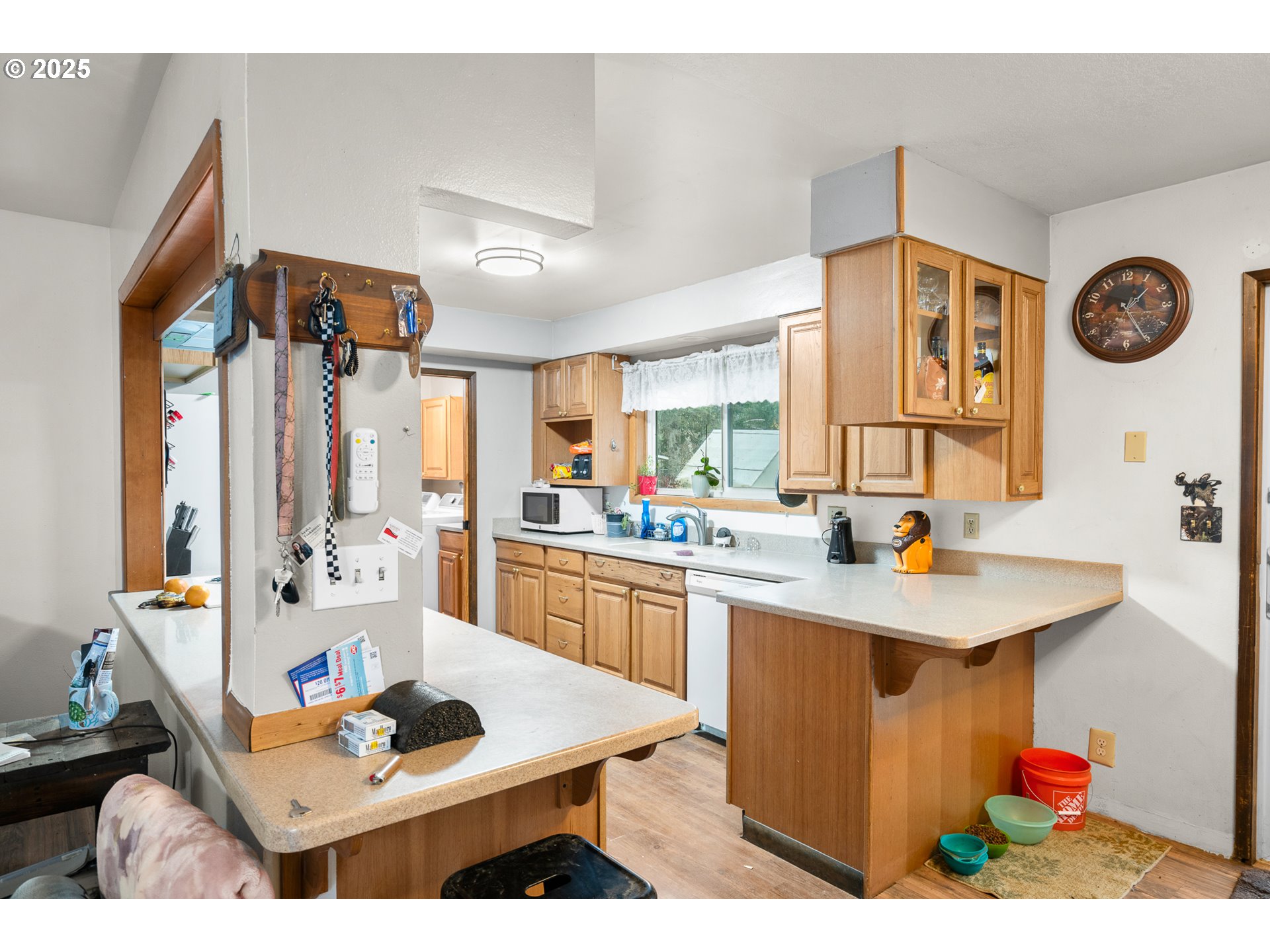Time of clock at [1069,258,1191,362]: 1:25
